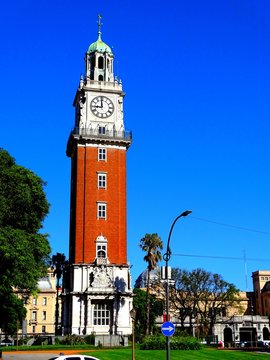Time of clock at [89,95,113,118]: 8:59
